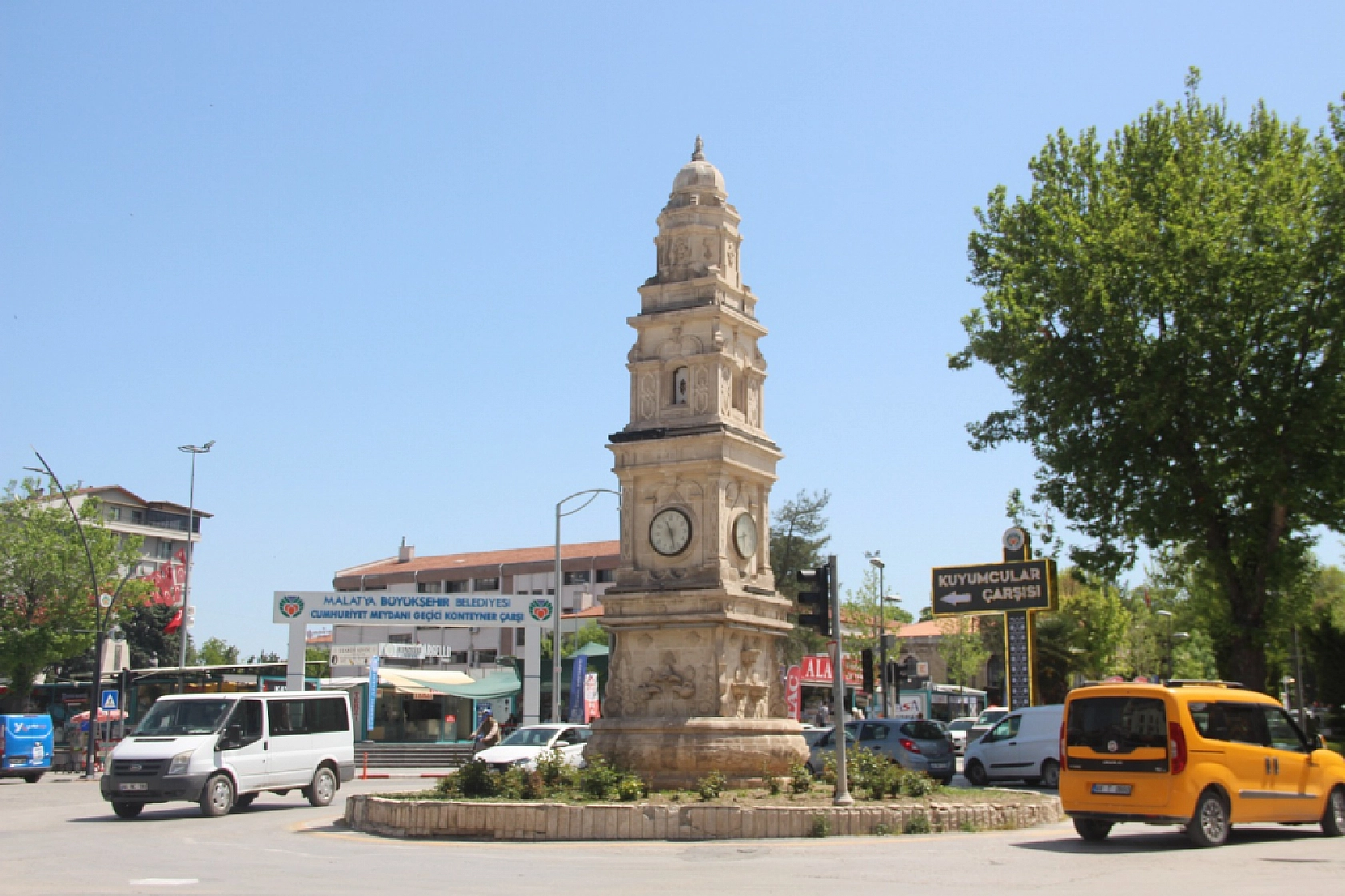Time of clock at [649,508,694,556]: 11:28
